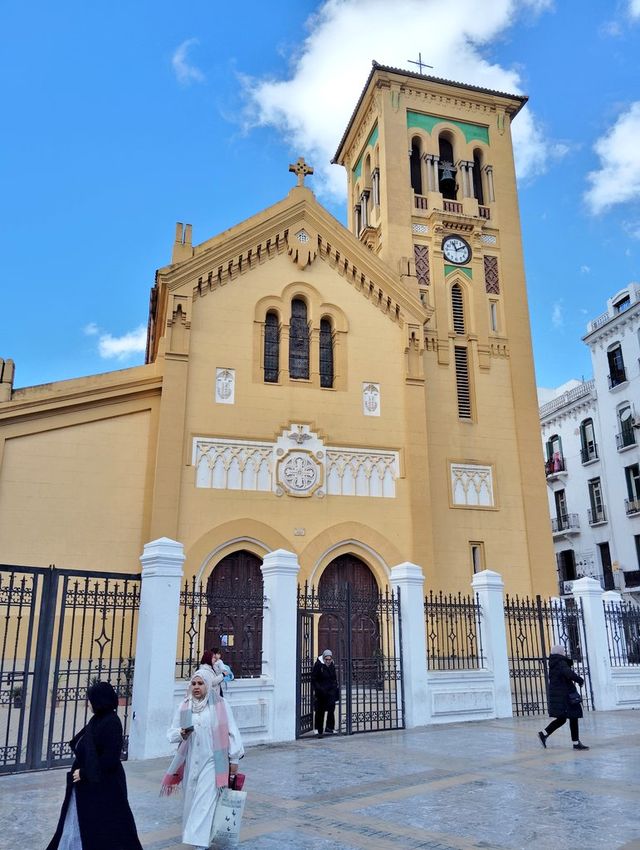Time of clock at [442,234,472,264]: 11:09
